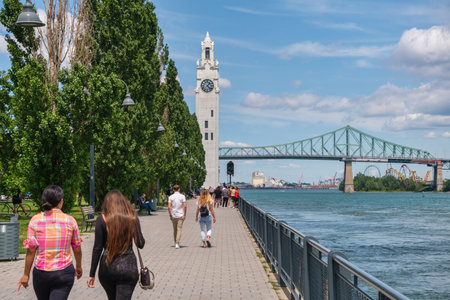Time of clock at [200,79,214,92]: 1:22
